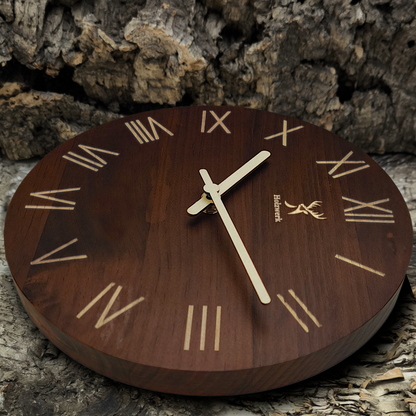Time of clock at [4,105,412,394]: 1:26
